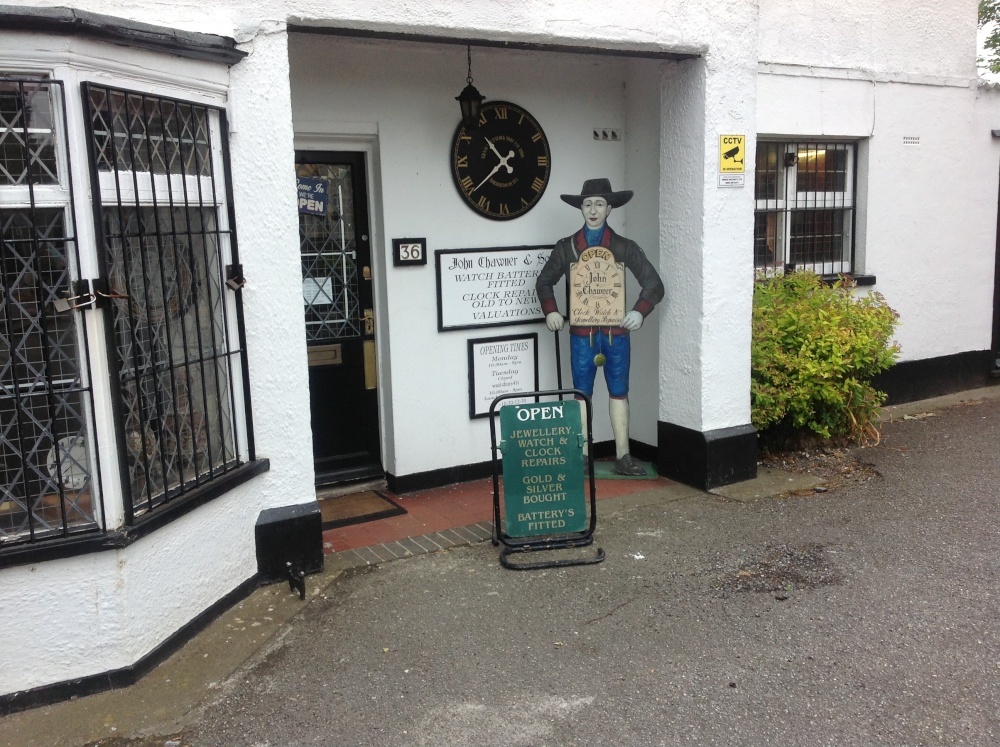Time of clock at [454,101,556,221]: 10:38
